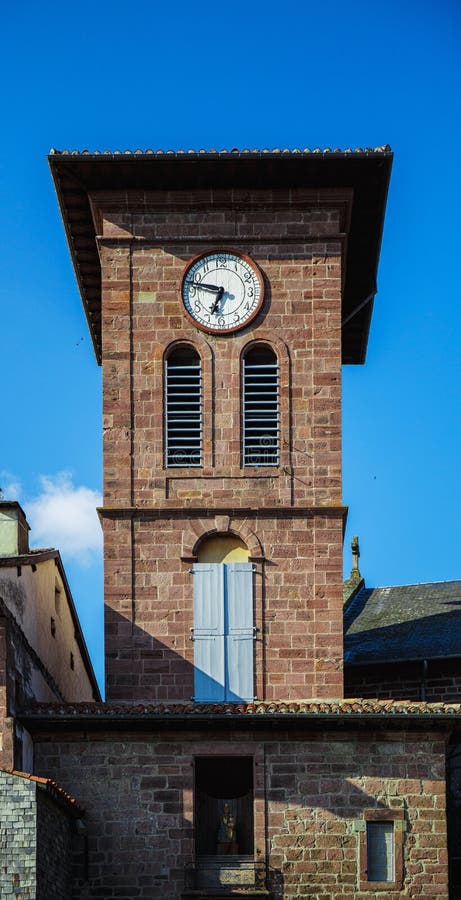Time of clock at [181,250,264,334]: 6:47
